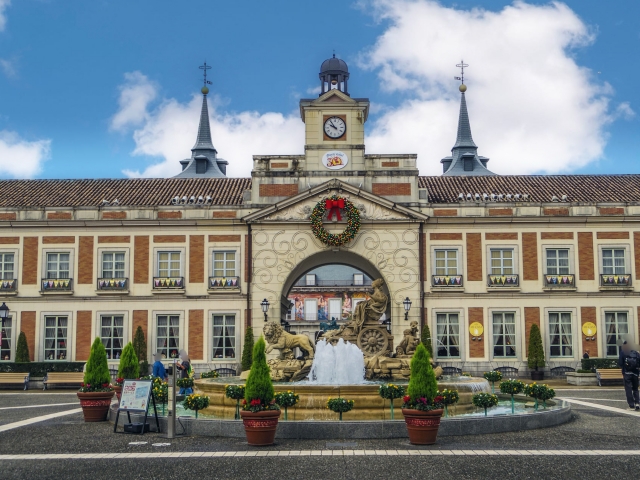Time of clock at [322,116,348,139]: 9:53
